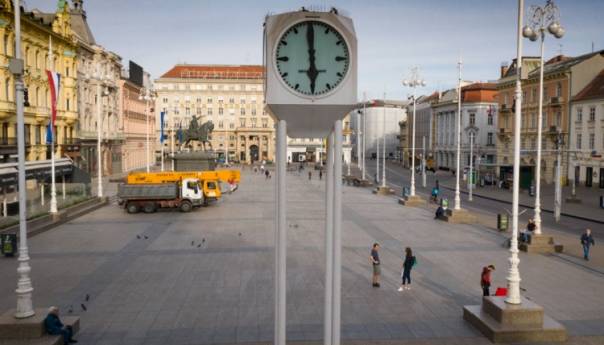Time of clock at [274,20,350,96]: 5:59
